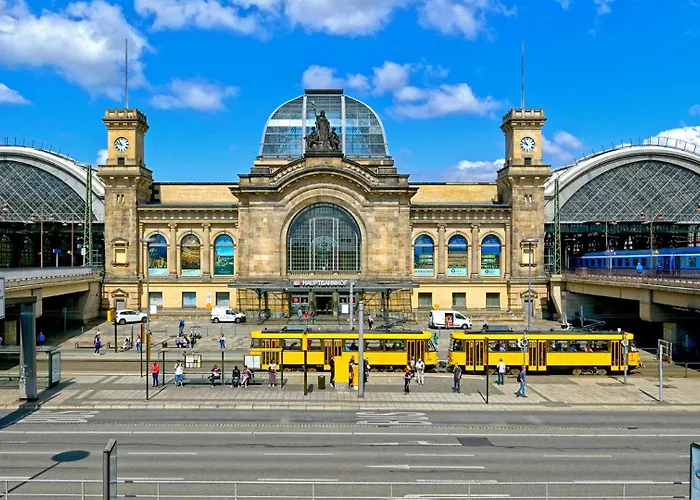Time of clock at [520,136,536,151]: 10:48
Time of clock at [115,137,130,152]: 10:48
